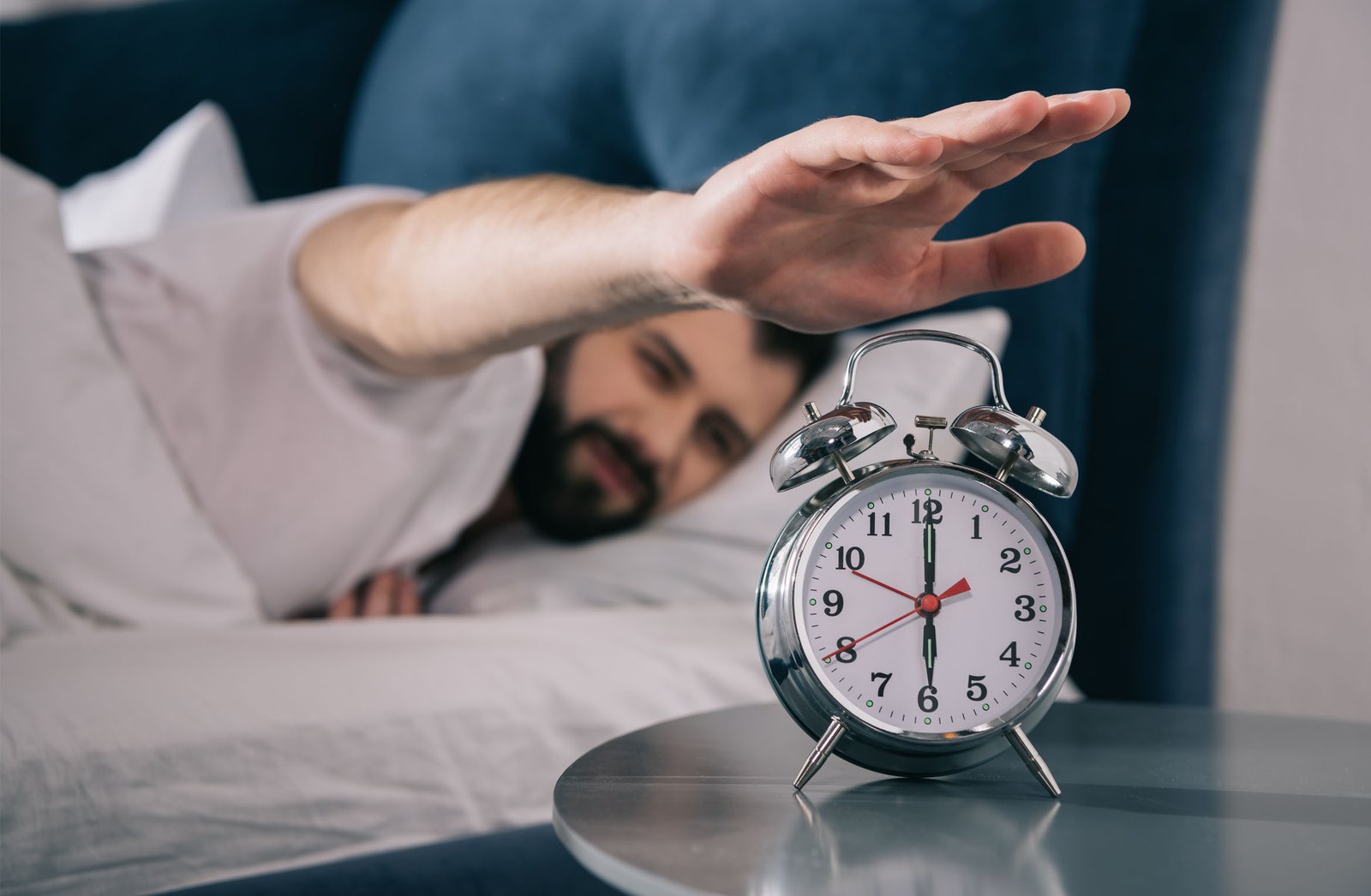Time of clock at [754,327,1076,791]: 5:59
